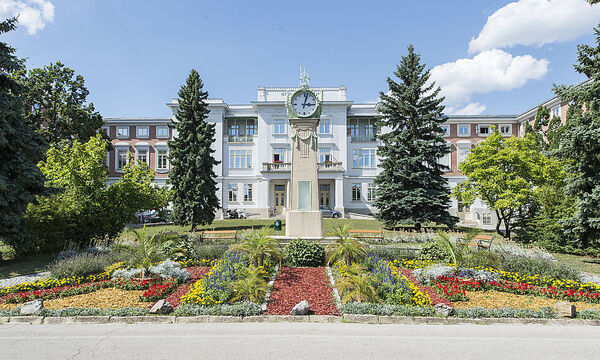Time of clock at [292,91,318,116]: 3:02
